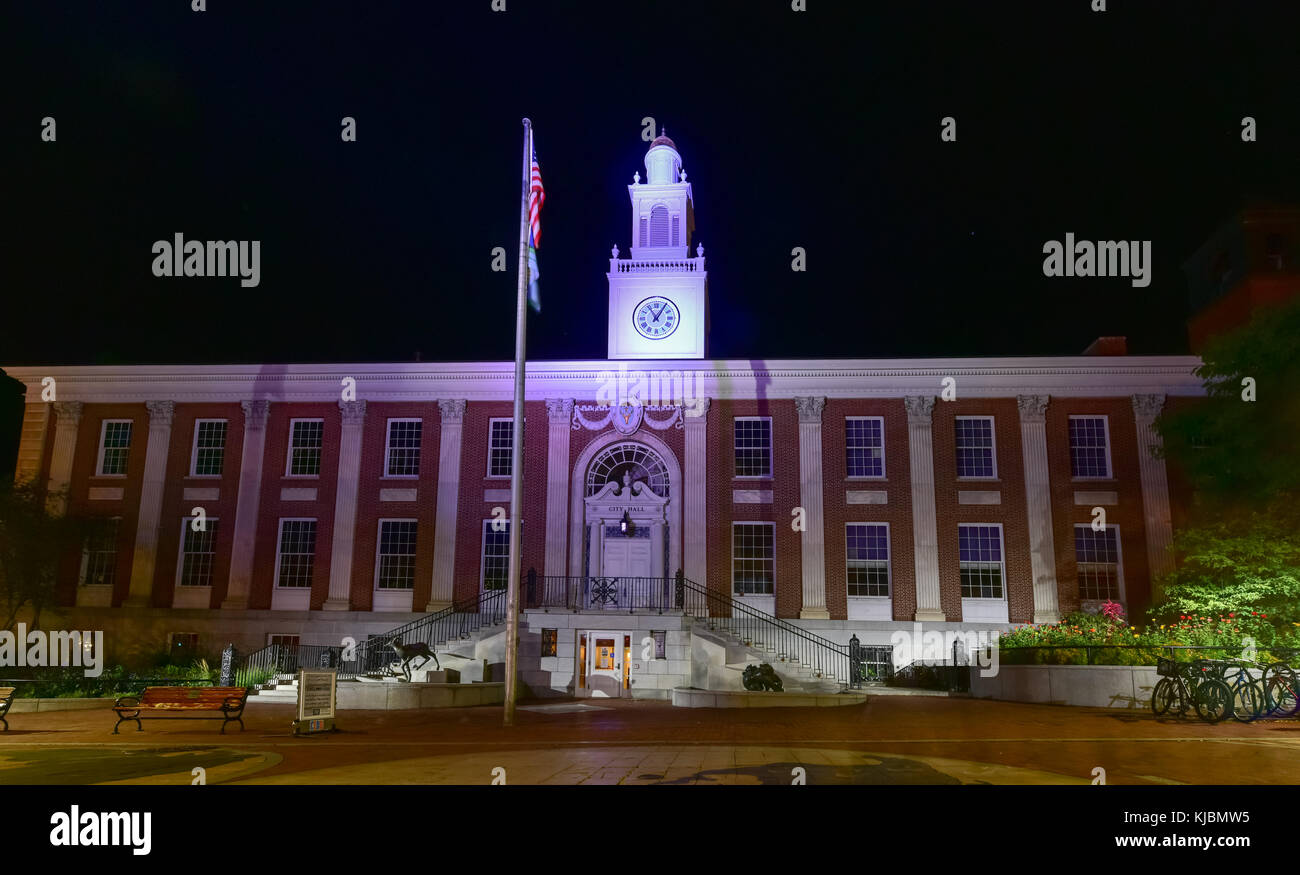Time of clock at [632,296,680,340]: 11:05
